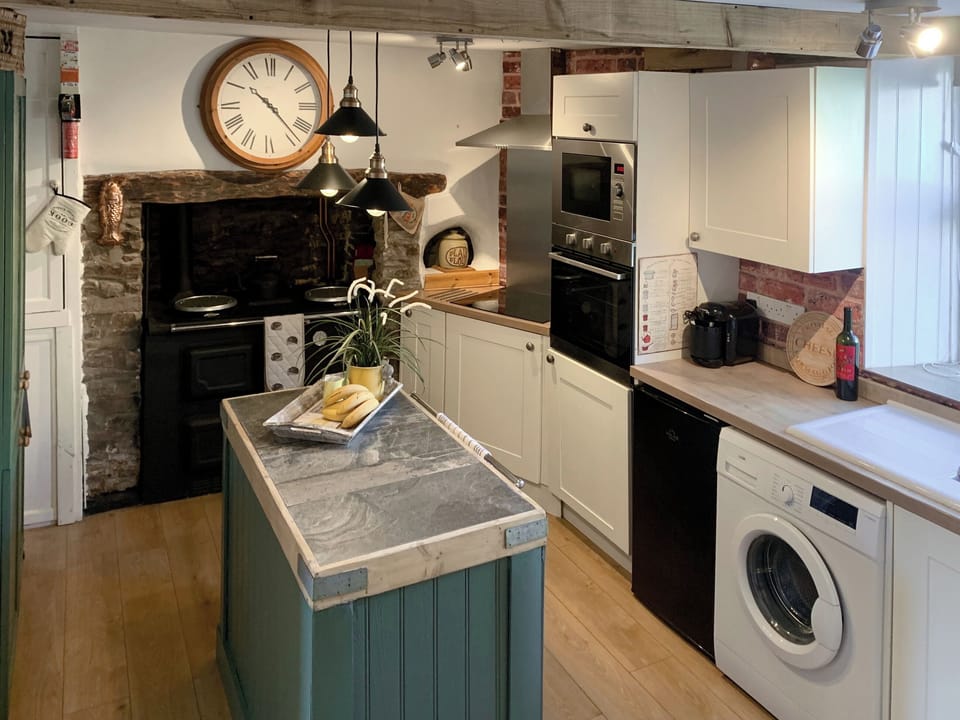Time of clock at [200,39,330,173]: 10:22
